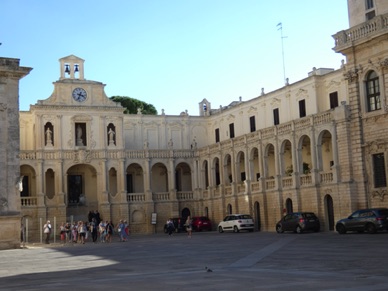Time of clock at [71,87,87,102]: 3:33
